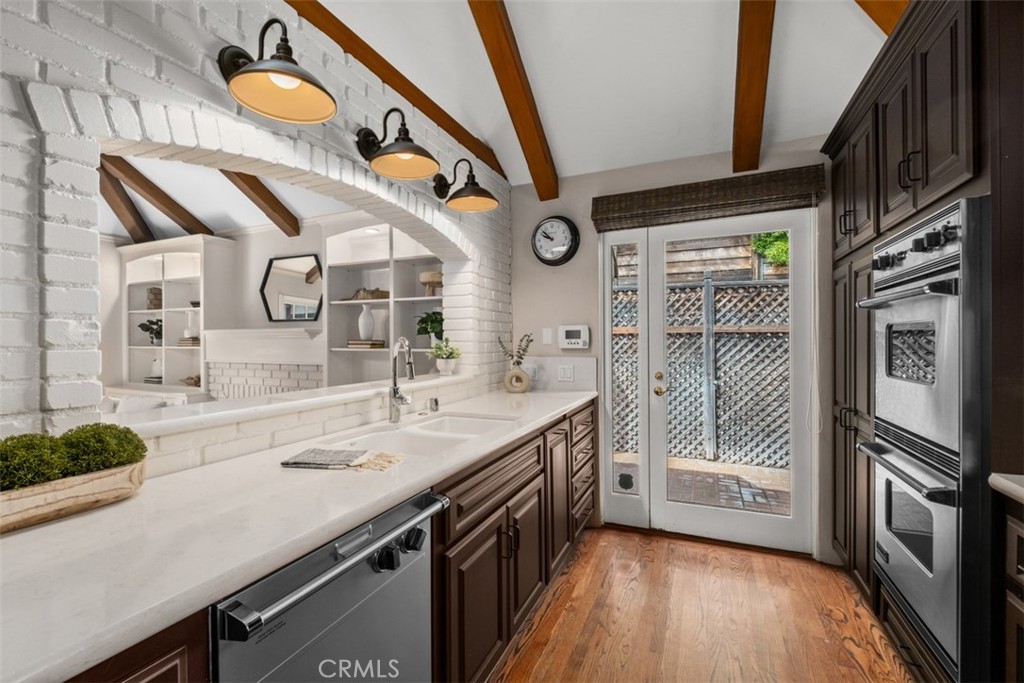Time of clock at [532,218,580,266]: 9:52
